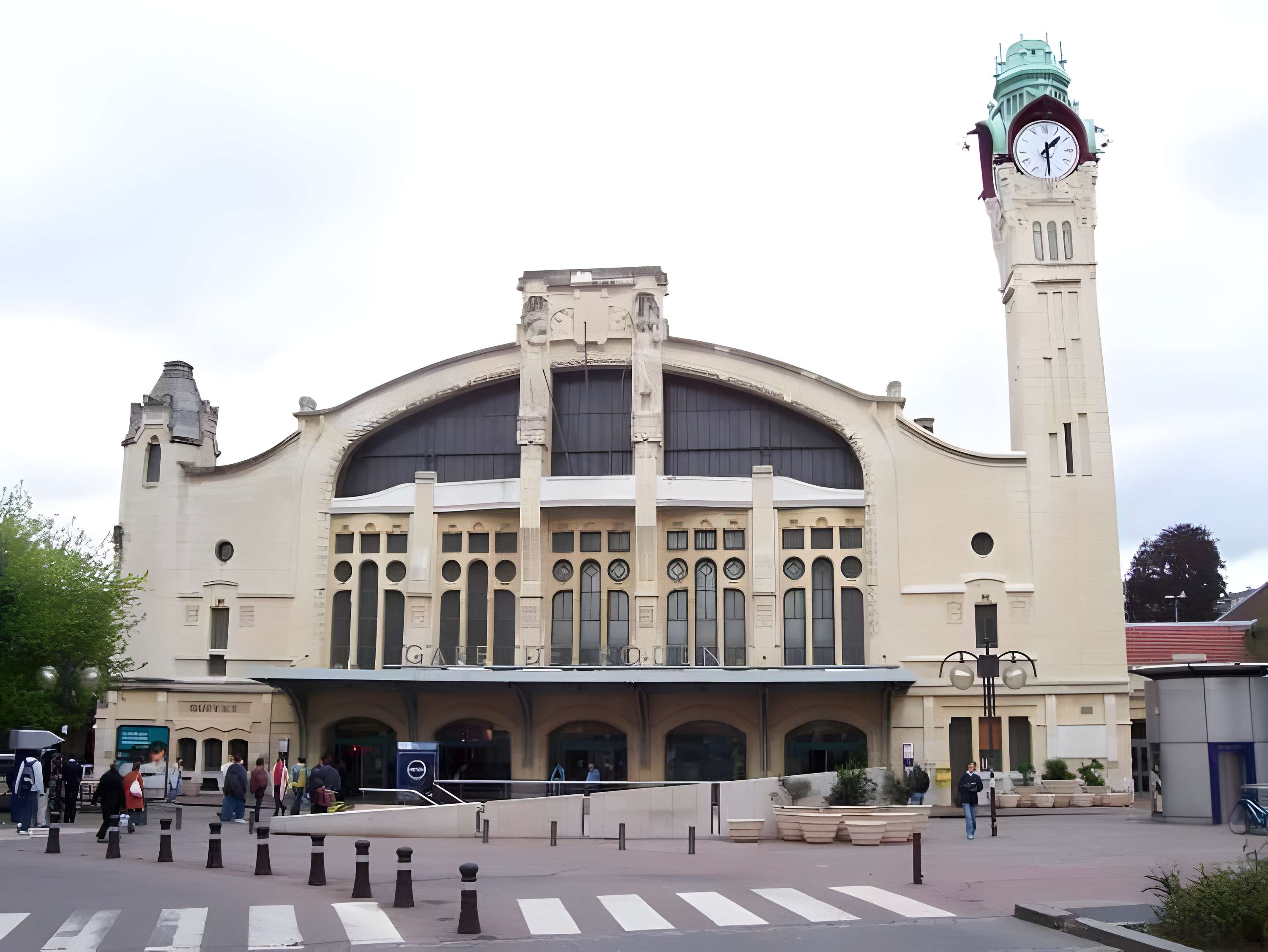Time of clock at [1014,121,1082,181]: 1:29
